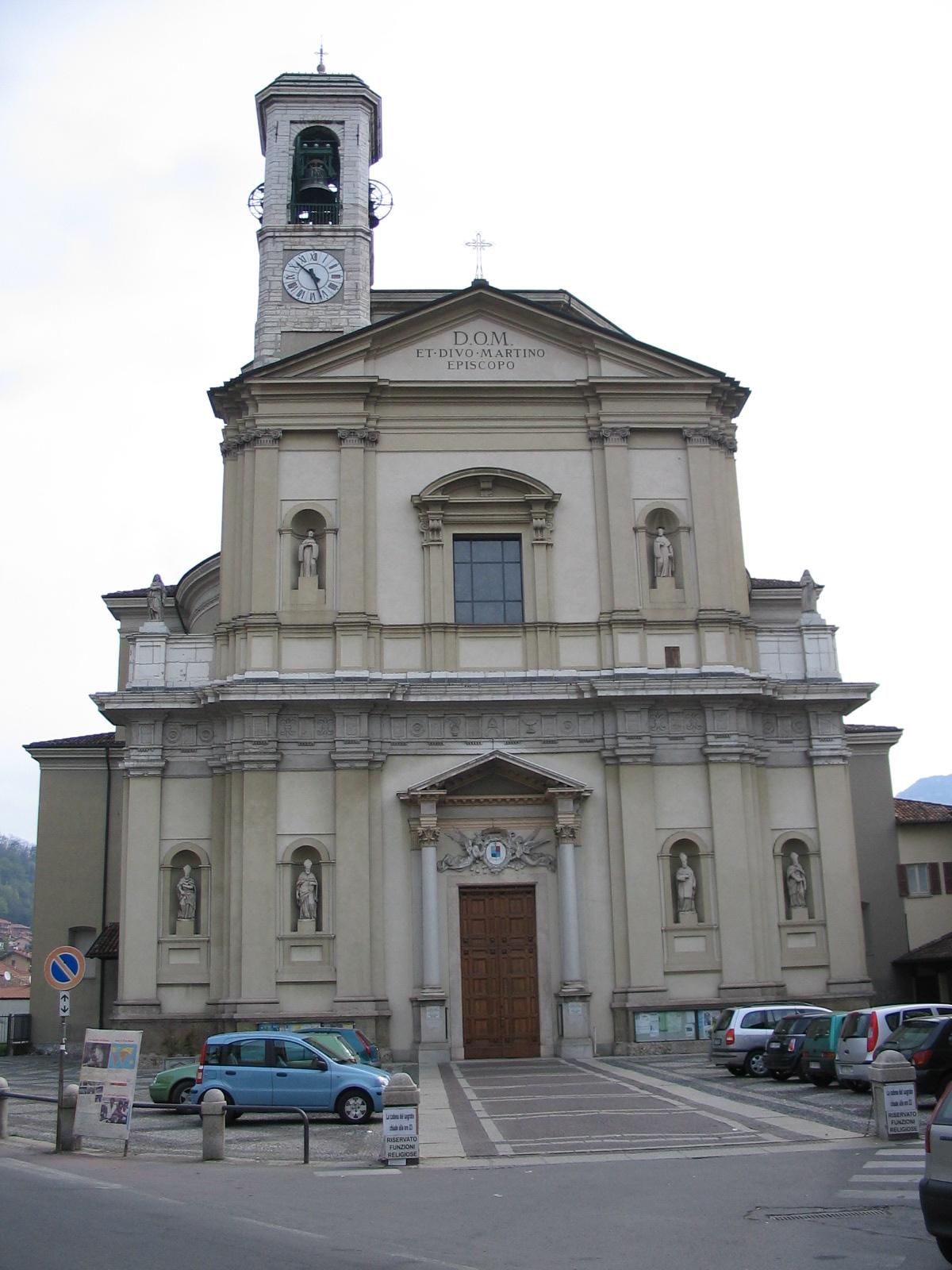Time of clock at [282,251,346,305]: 10:26
